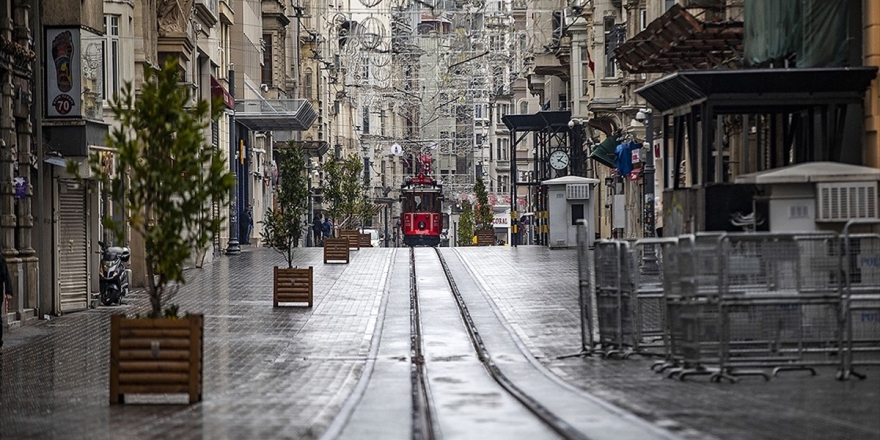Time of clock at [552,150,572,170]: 1:18
